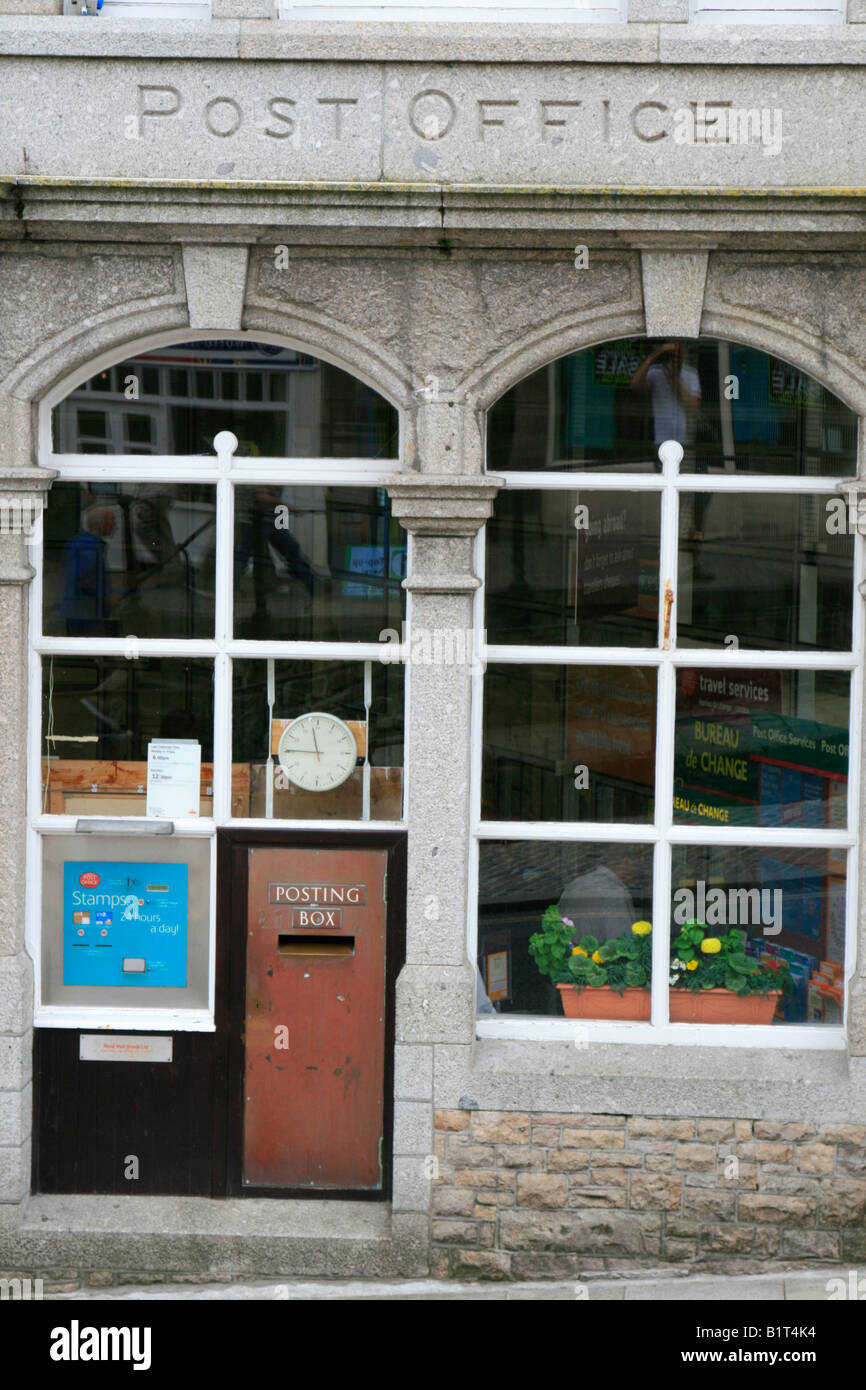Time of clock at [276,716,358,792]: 11:45
